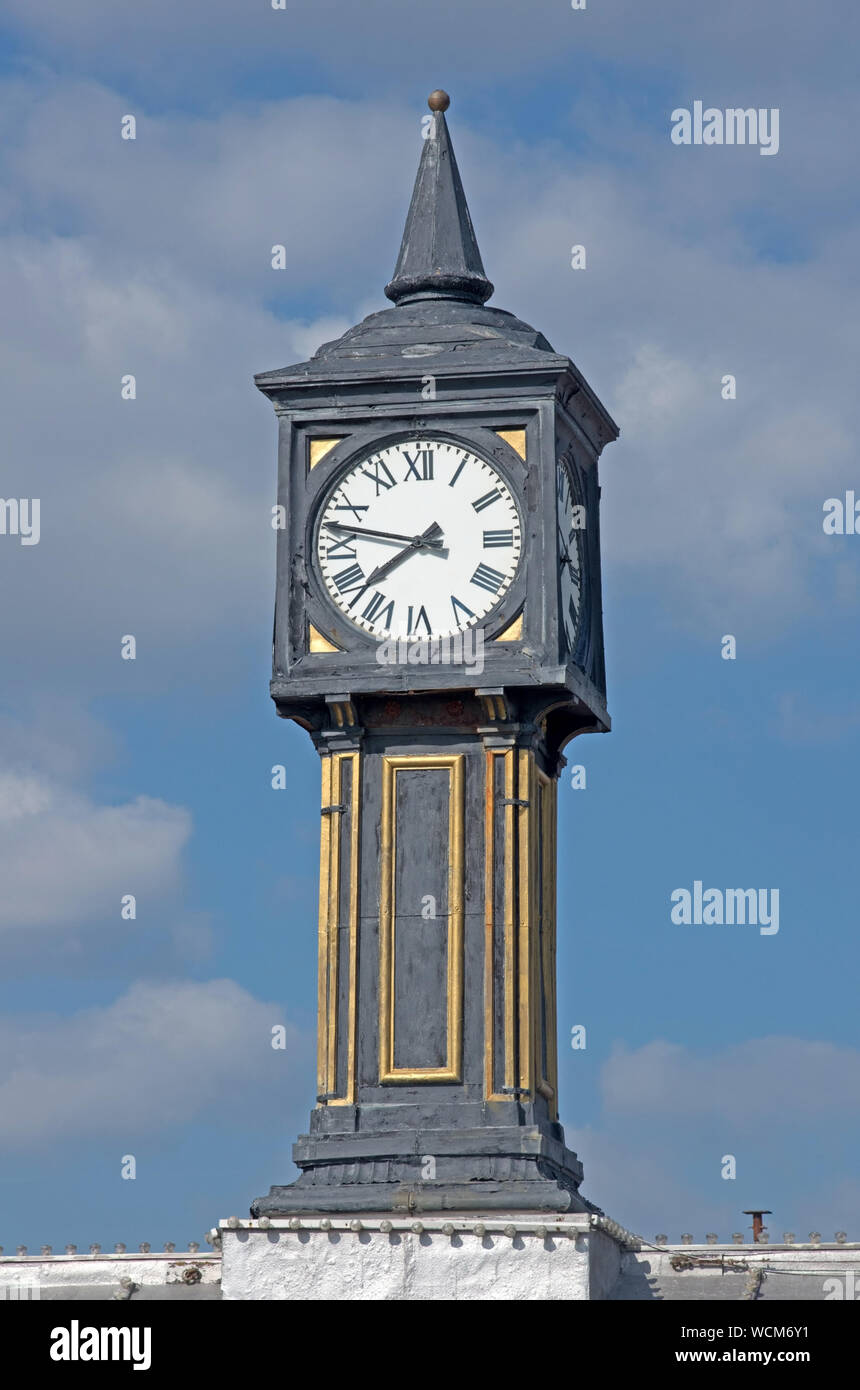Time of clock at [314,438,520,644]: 7:46
